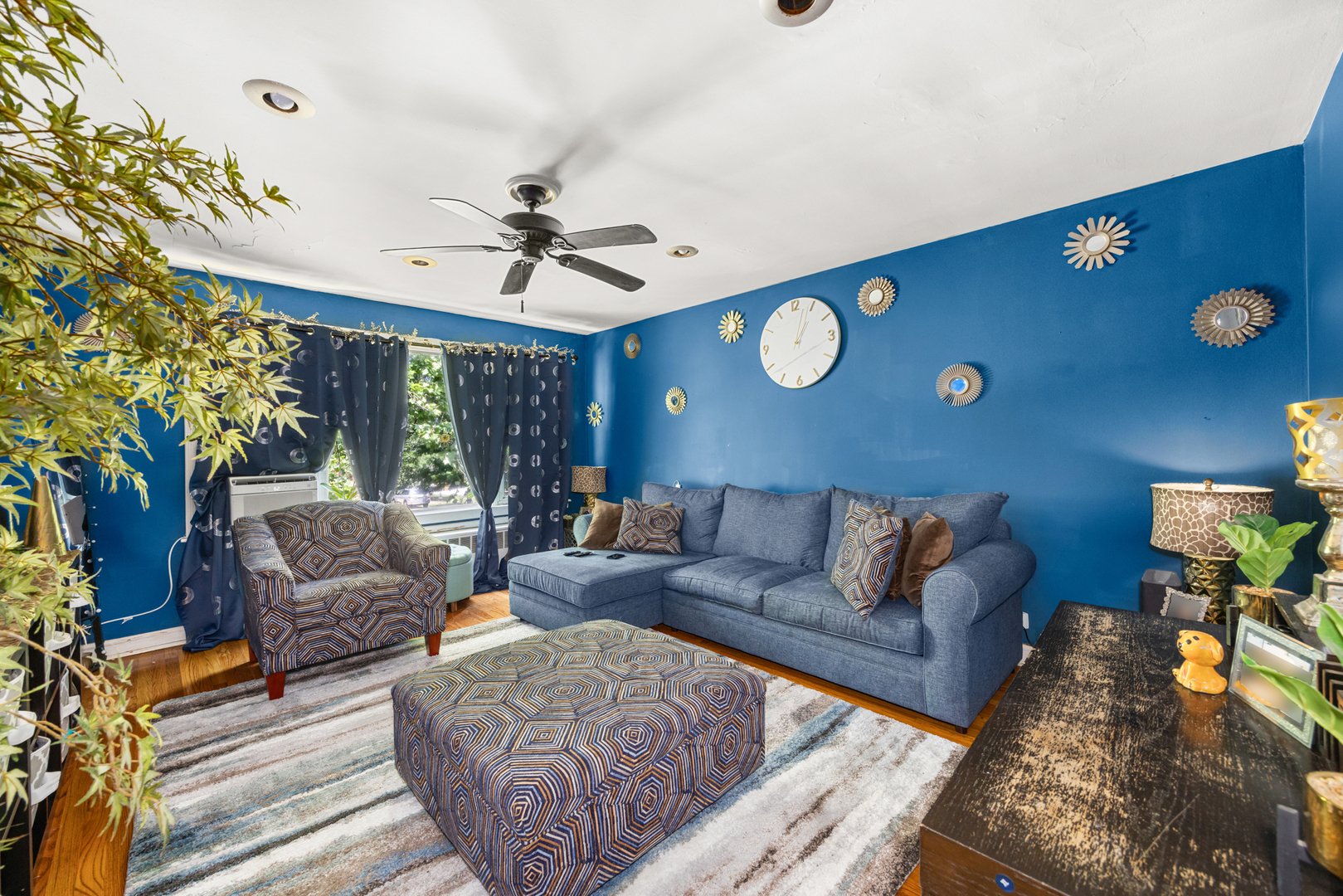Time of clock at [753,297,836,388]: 1:03
